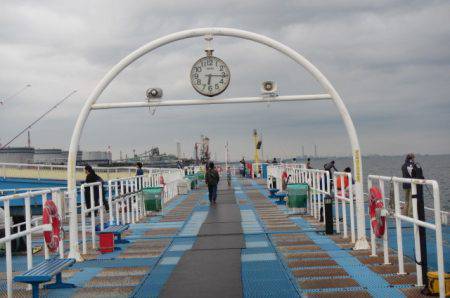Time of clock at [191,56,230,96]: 6:15
